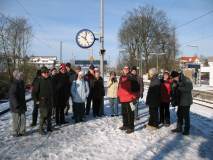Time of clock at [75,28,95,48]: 12:24
